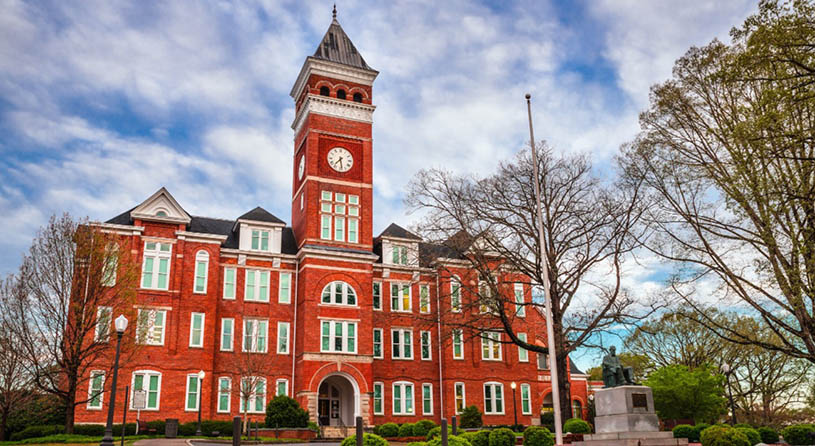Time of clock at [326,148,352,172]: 7:28
